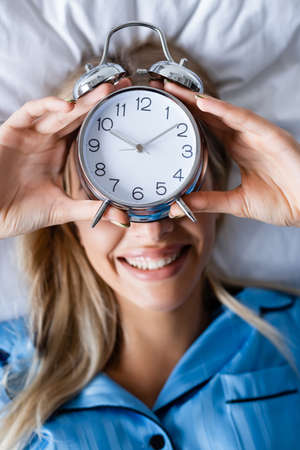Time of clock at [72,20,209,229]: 1:49
